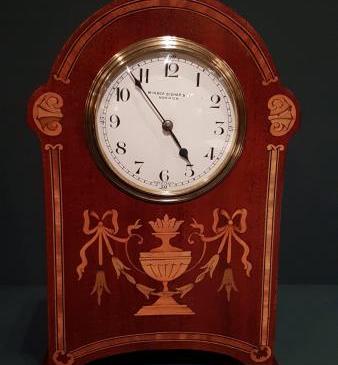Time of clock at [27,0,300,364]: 4:53
